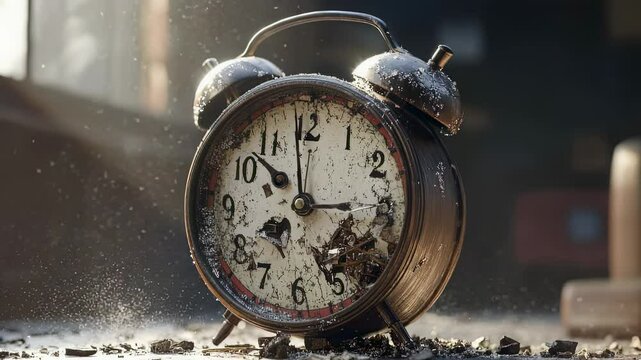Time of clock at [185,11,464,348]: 2:52
